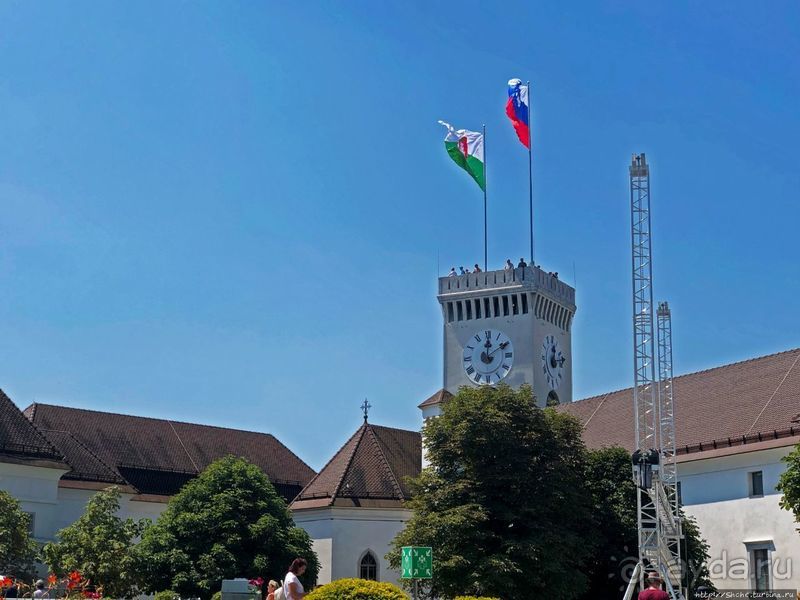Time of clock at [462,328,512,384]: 12:09
